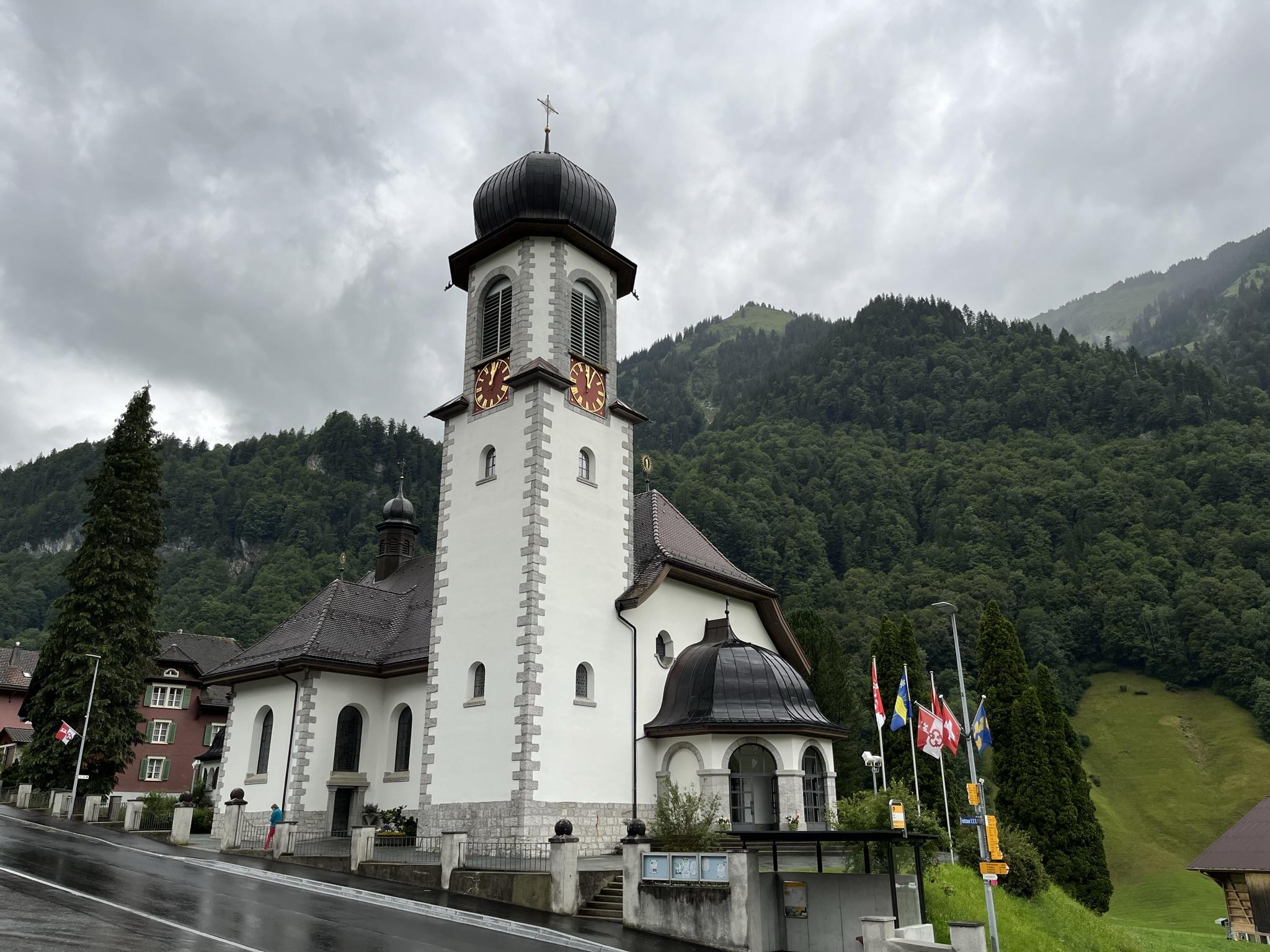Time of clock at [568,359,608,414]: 12:04
